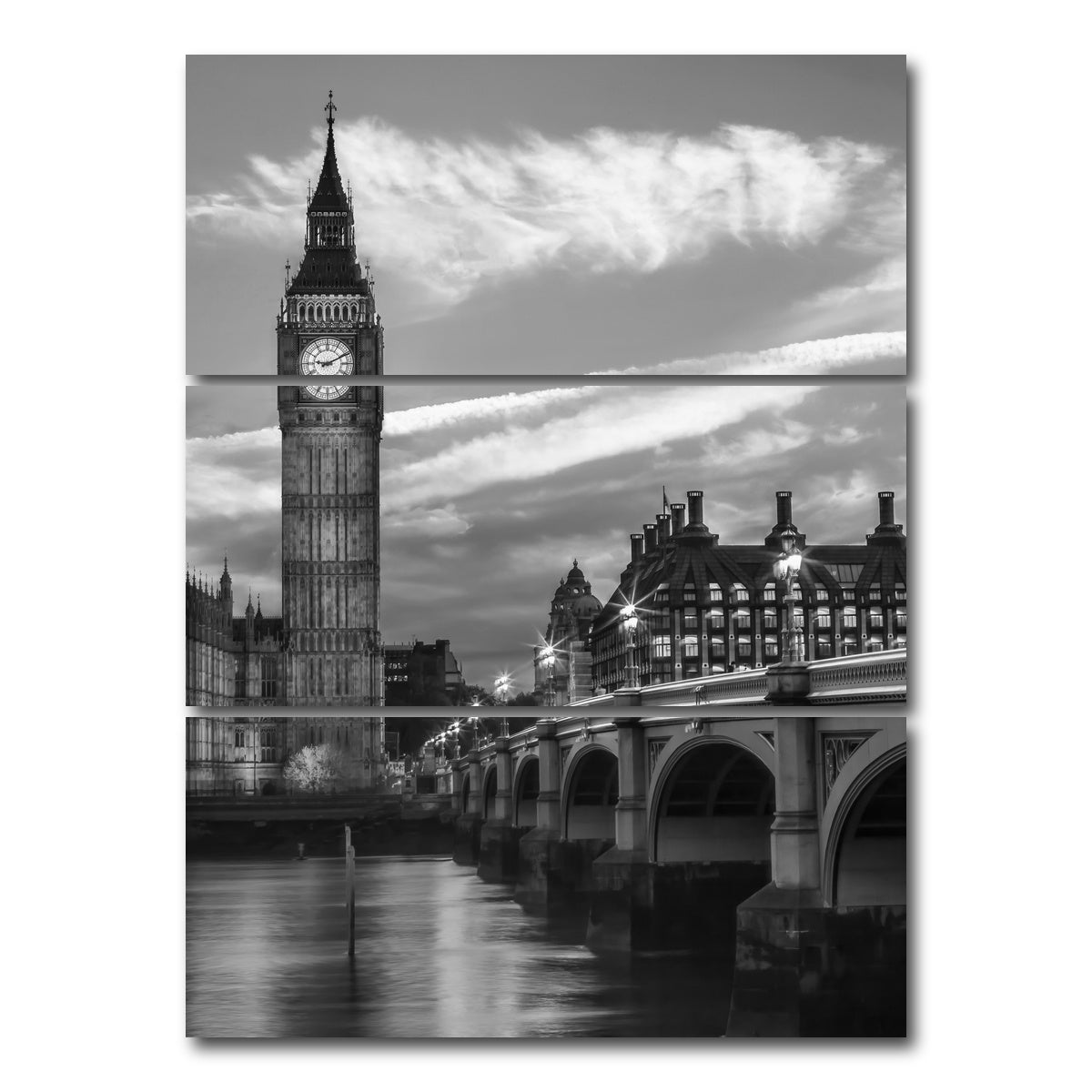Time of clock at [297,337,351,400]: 9:10
